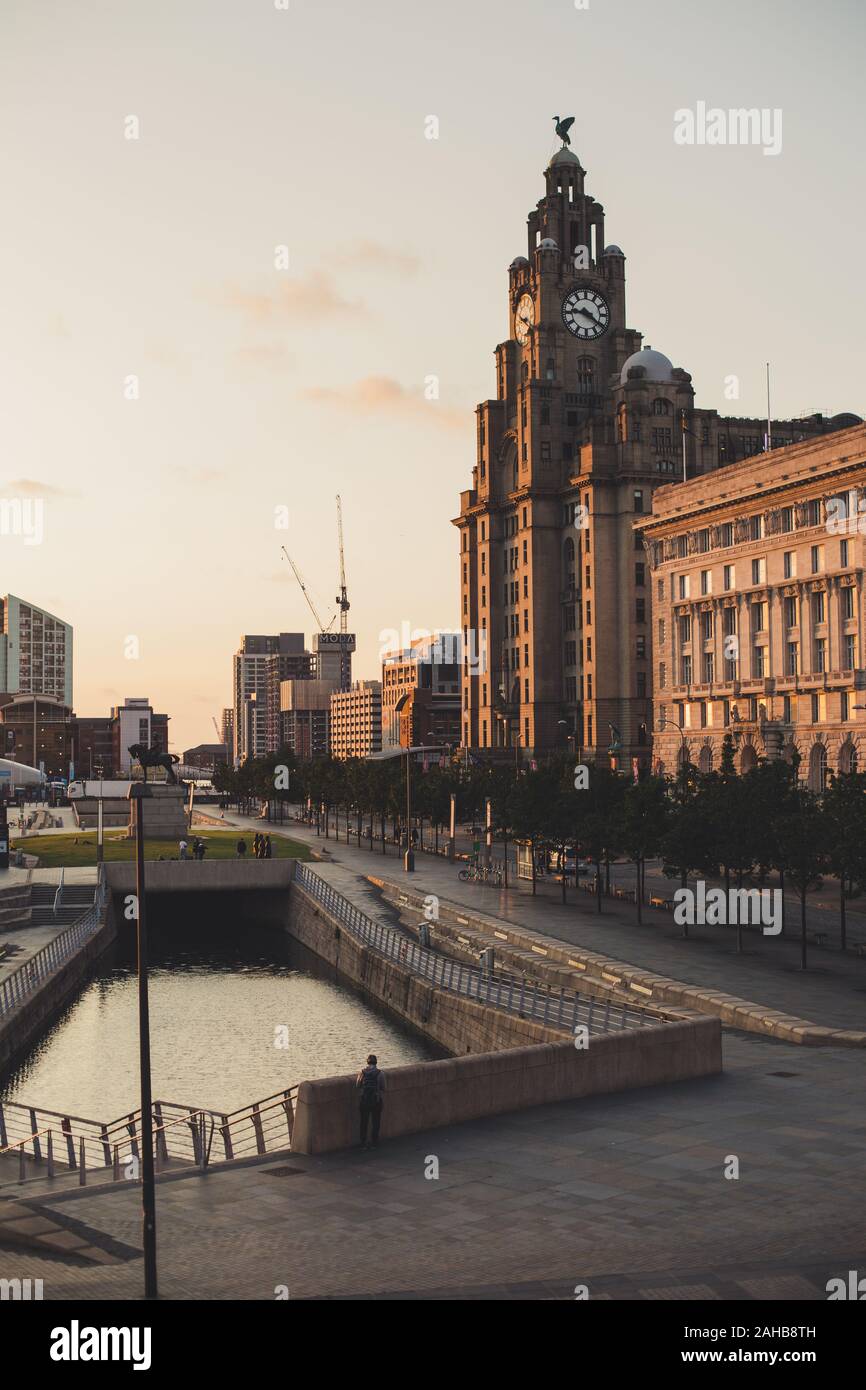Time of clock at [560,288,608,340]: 9:20
